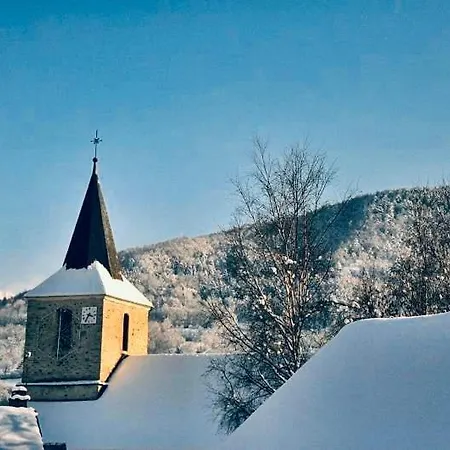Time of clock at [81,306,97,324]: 3:35
